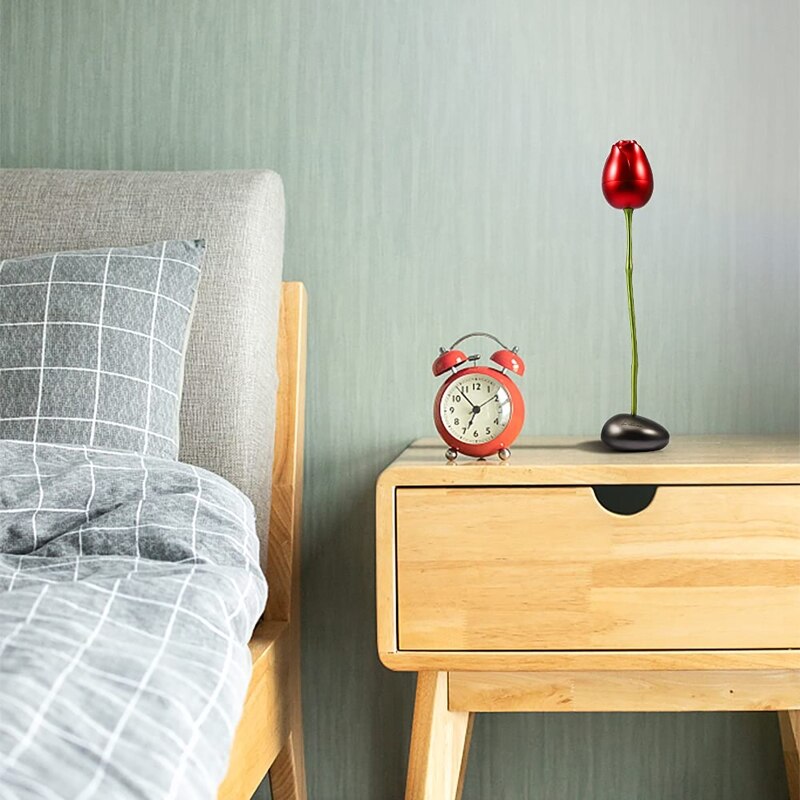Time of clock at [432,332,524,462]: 6:53
